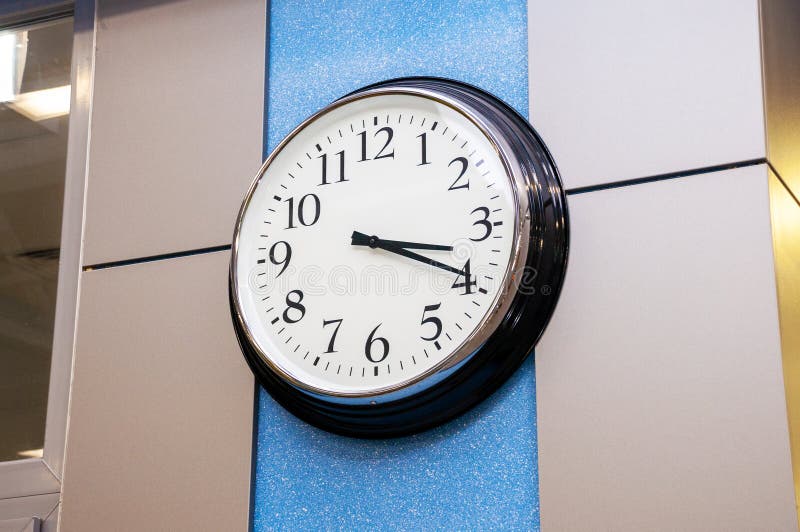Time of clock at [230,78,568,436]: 3:19
